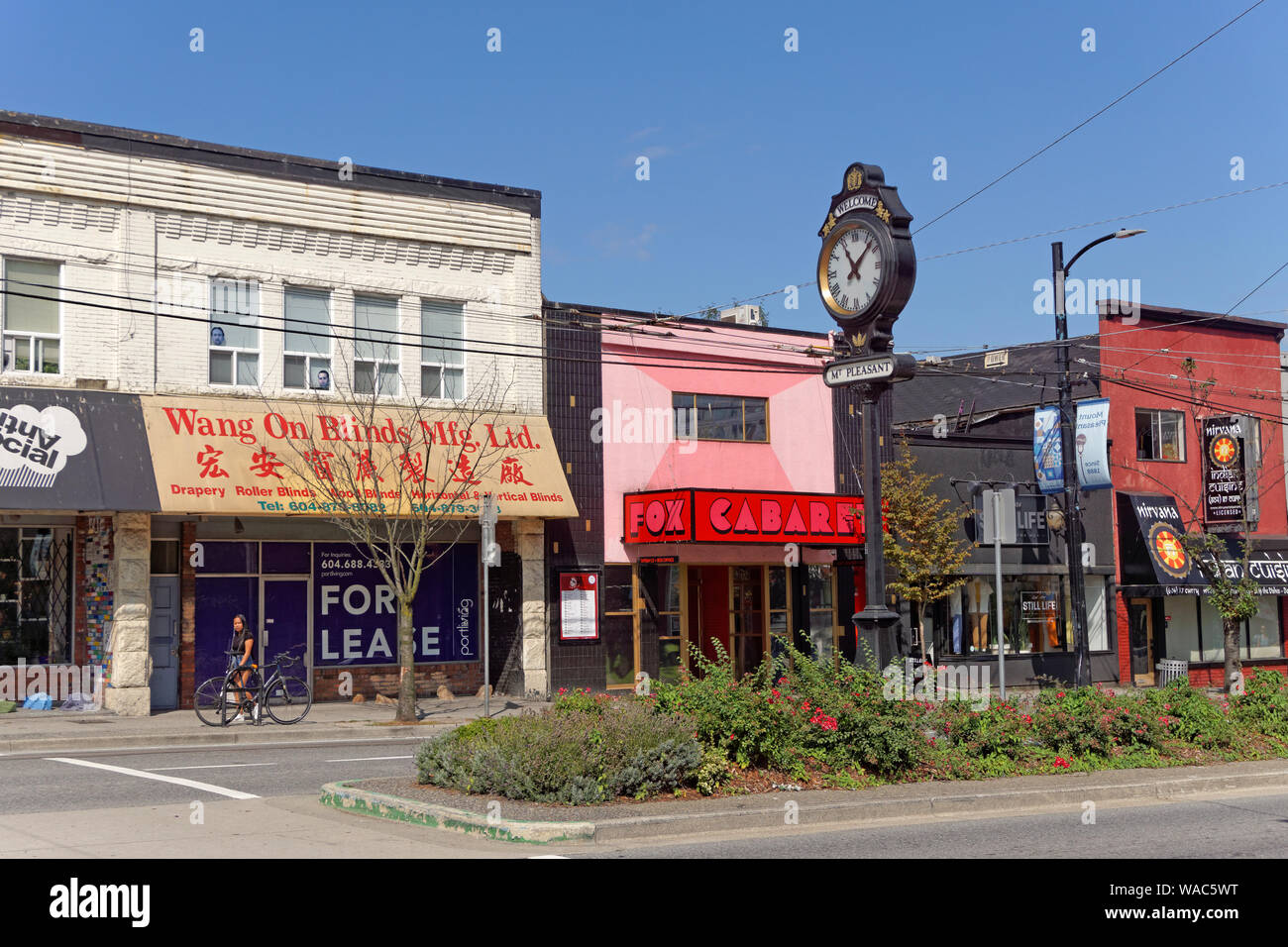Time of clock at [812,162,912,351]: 11:07
